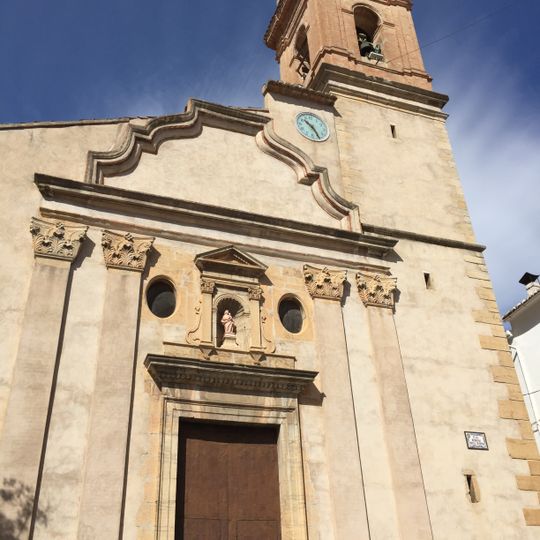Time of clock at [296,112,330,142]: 10:25
